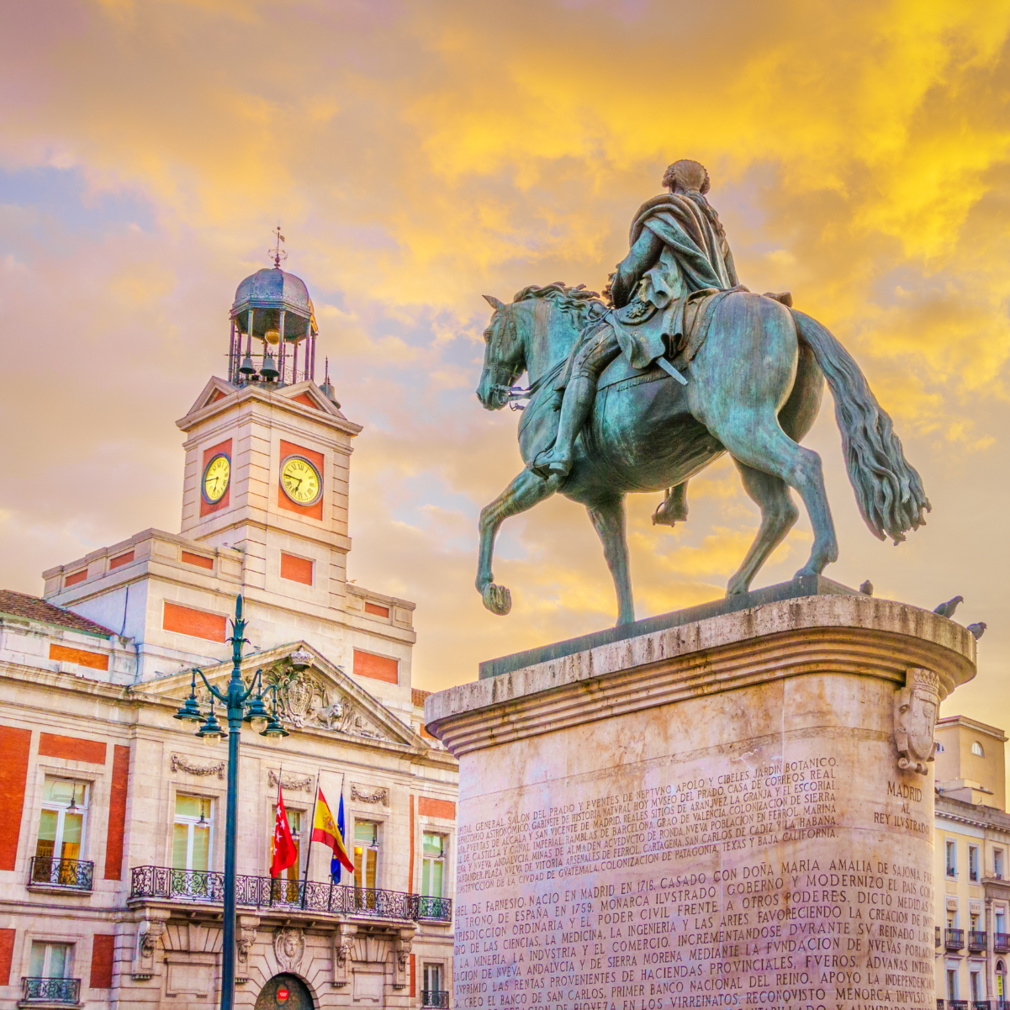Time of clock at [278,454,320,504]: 6:45
